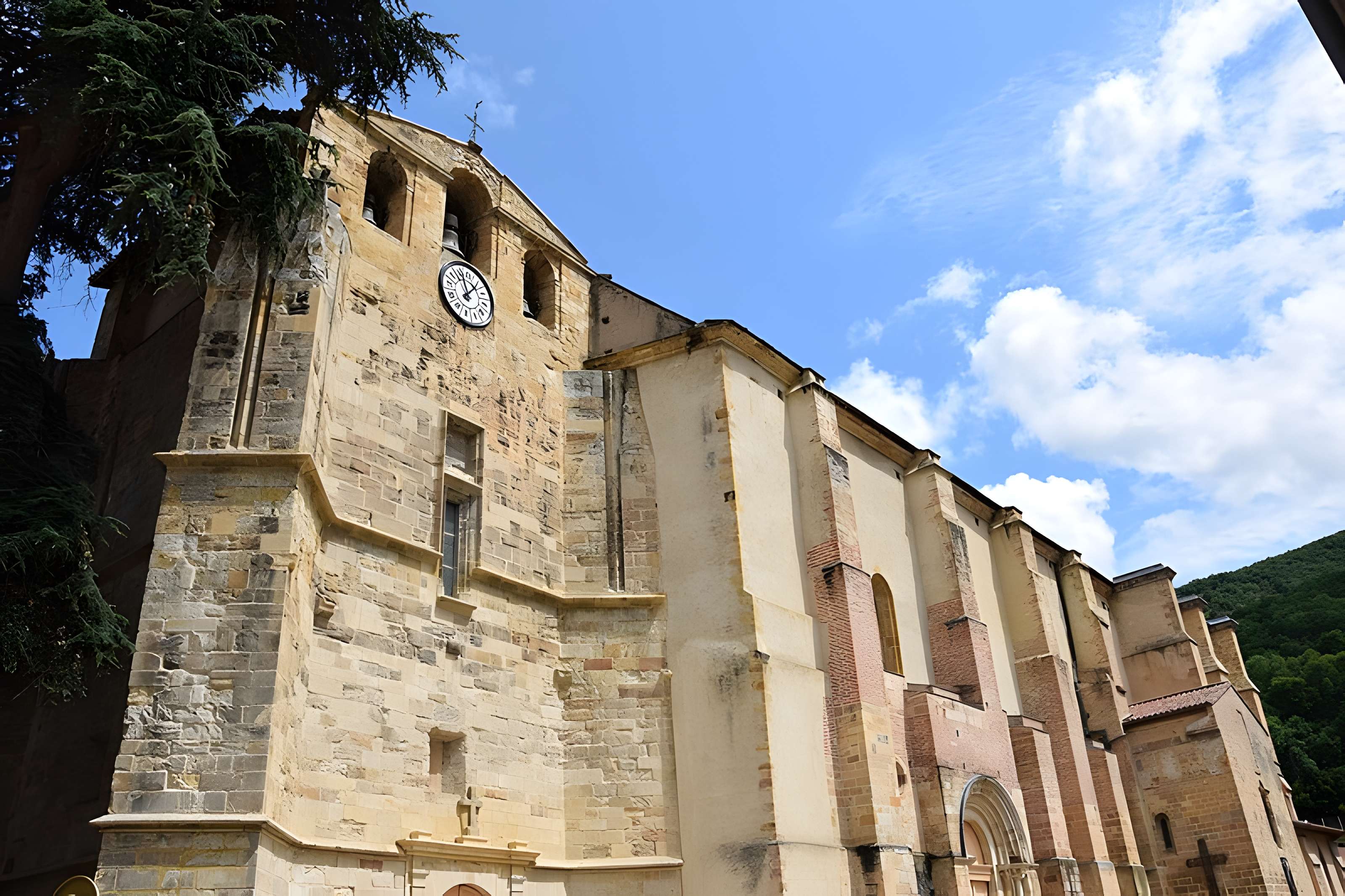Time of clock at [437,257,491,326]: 12:07
